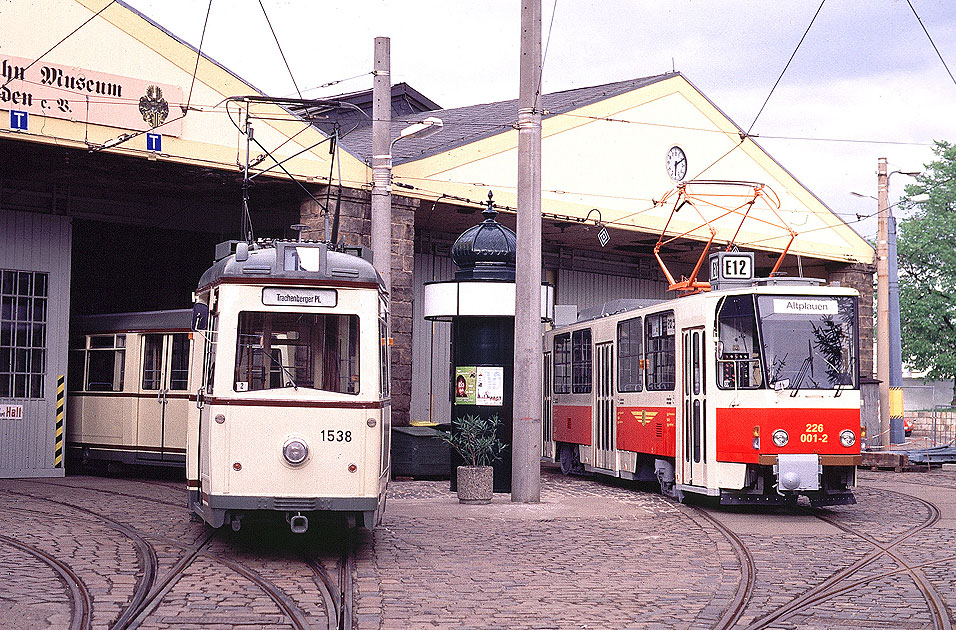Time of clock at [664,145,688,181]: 6:10
